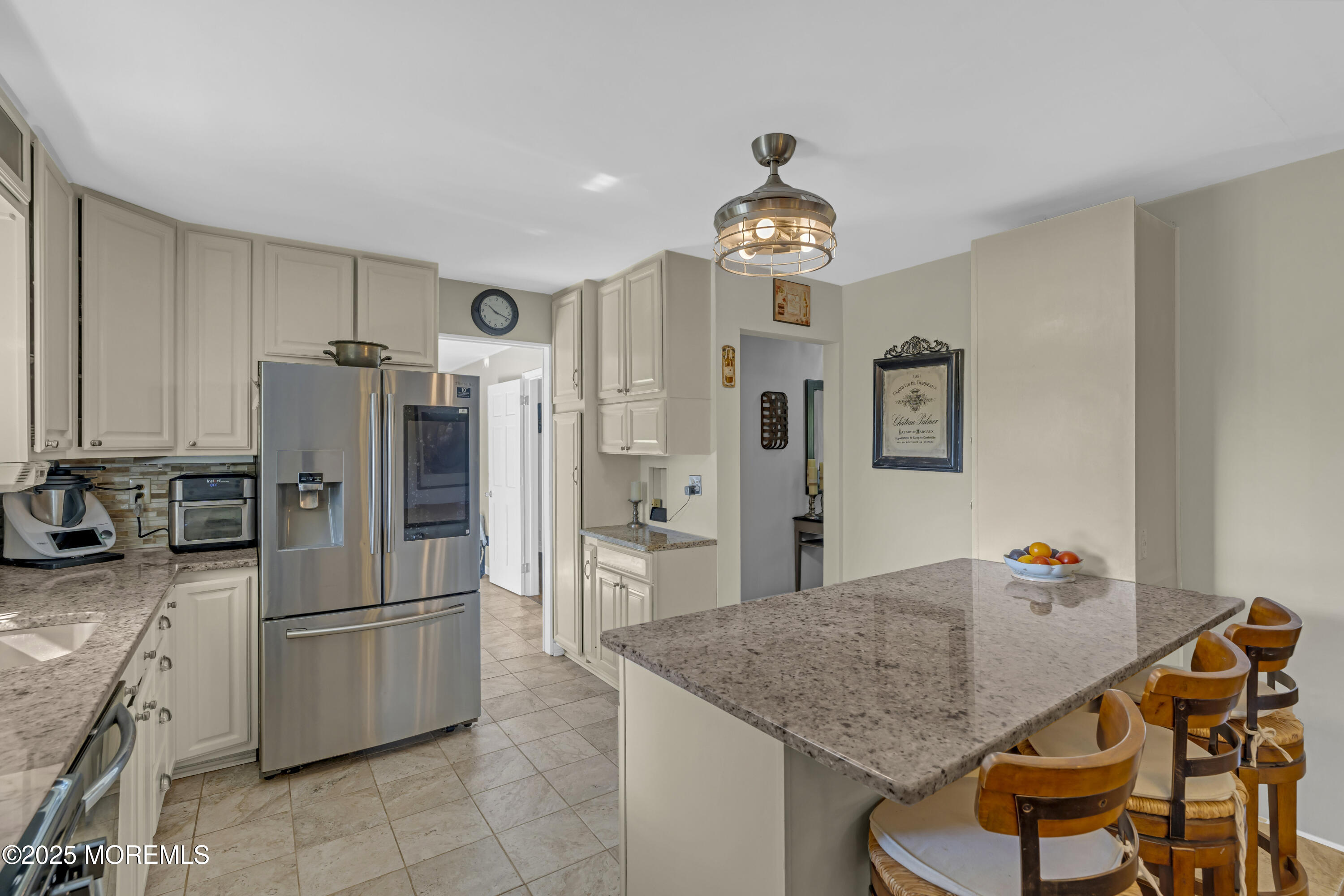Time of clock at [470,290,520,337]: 10:18
